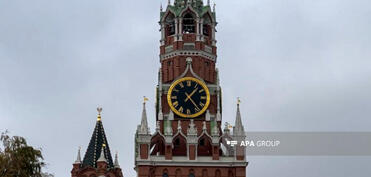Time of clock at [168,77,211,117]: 1:23
